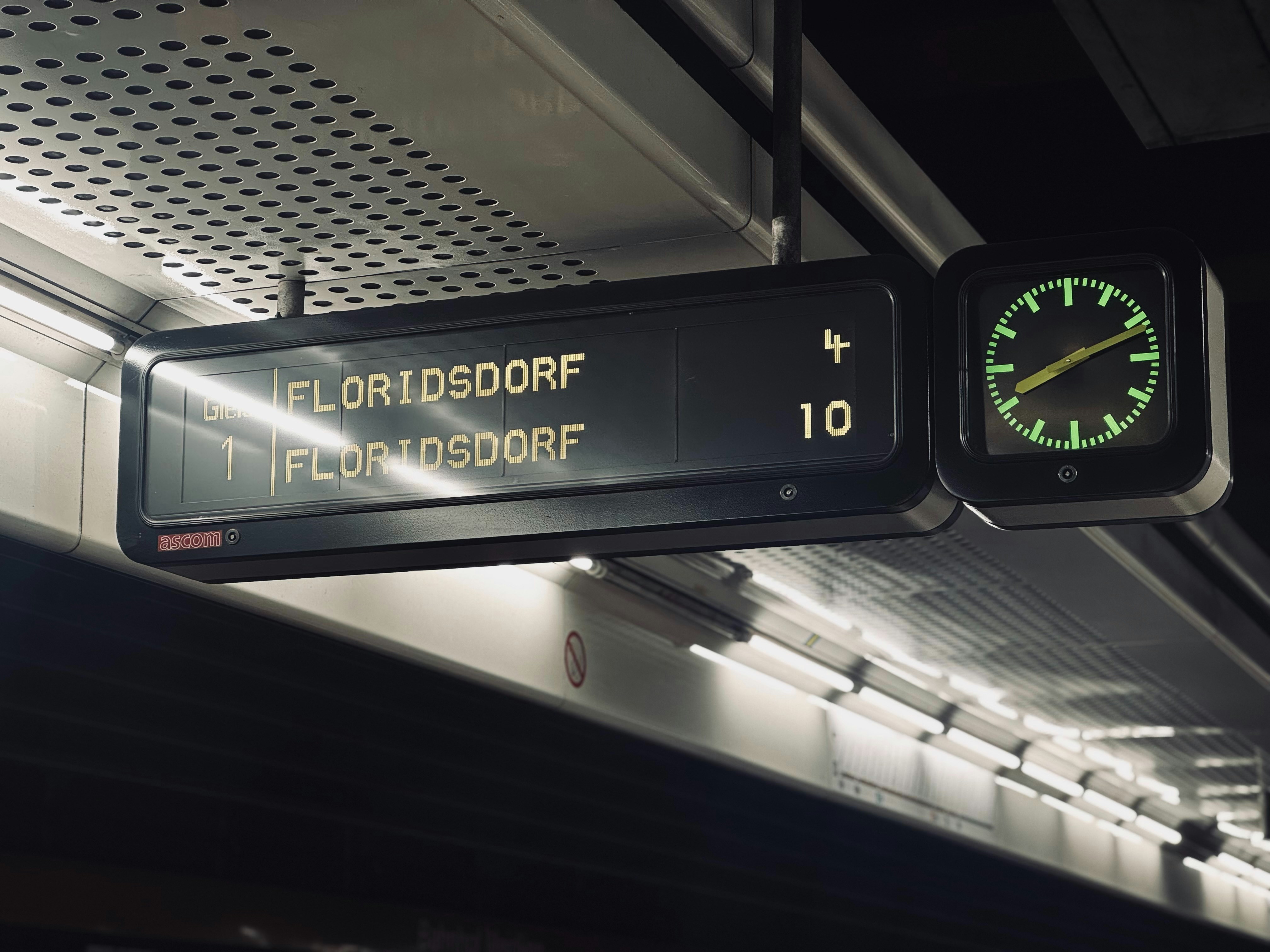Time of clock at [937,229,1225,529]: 8:11
